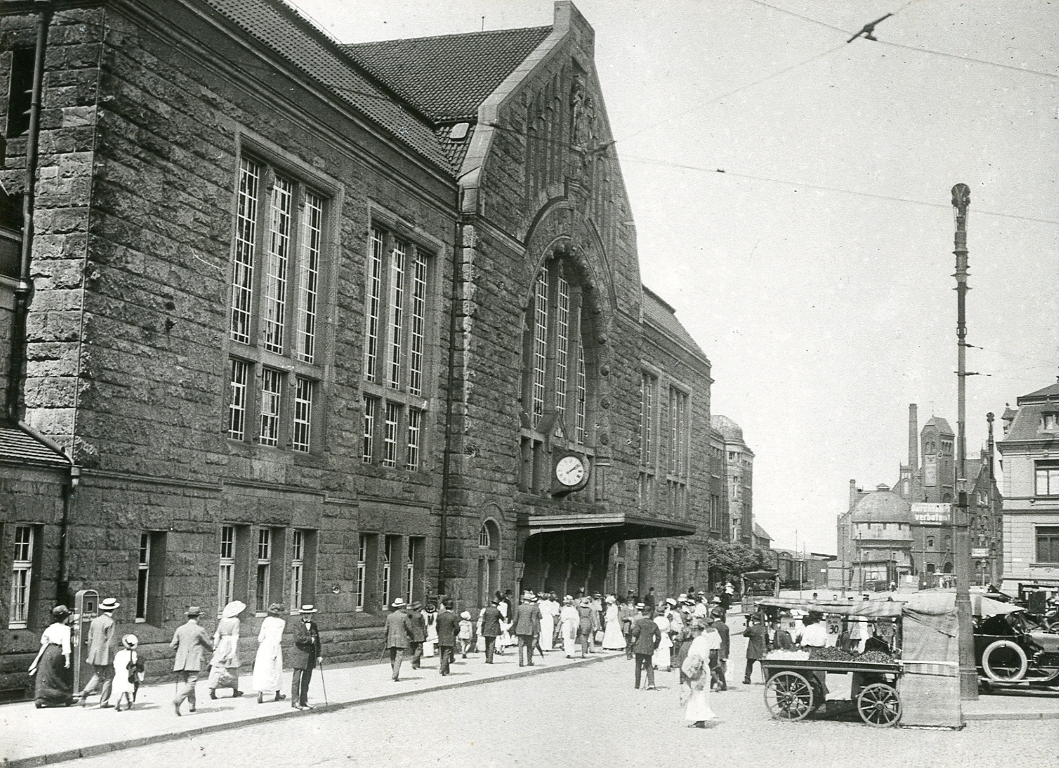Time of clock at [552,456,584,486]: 2:08
